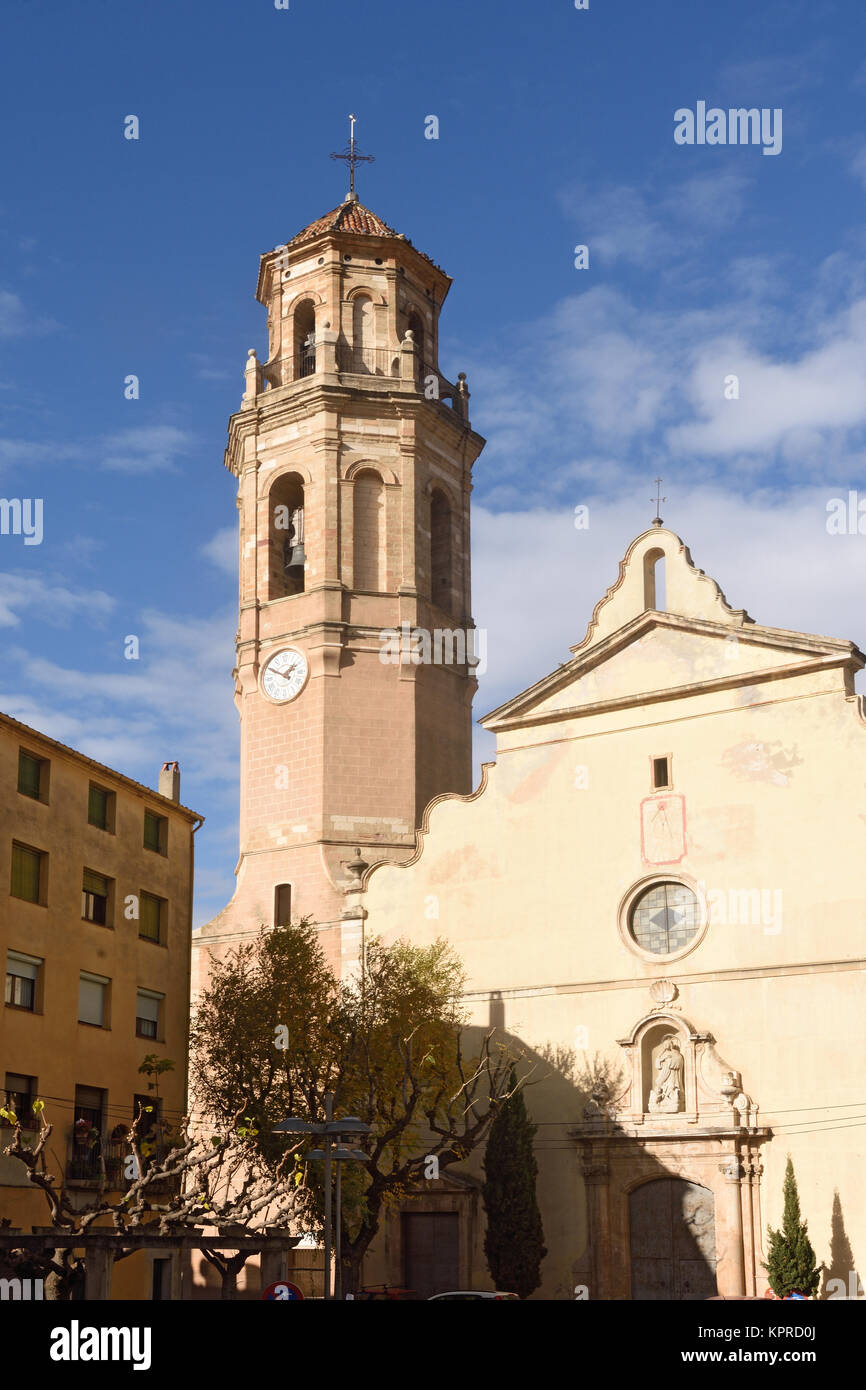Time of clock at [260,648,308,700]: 1:50
